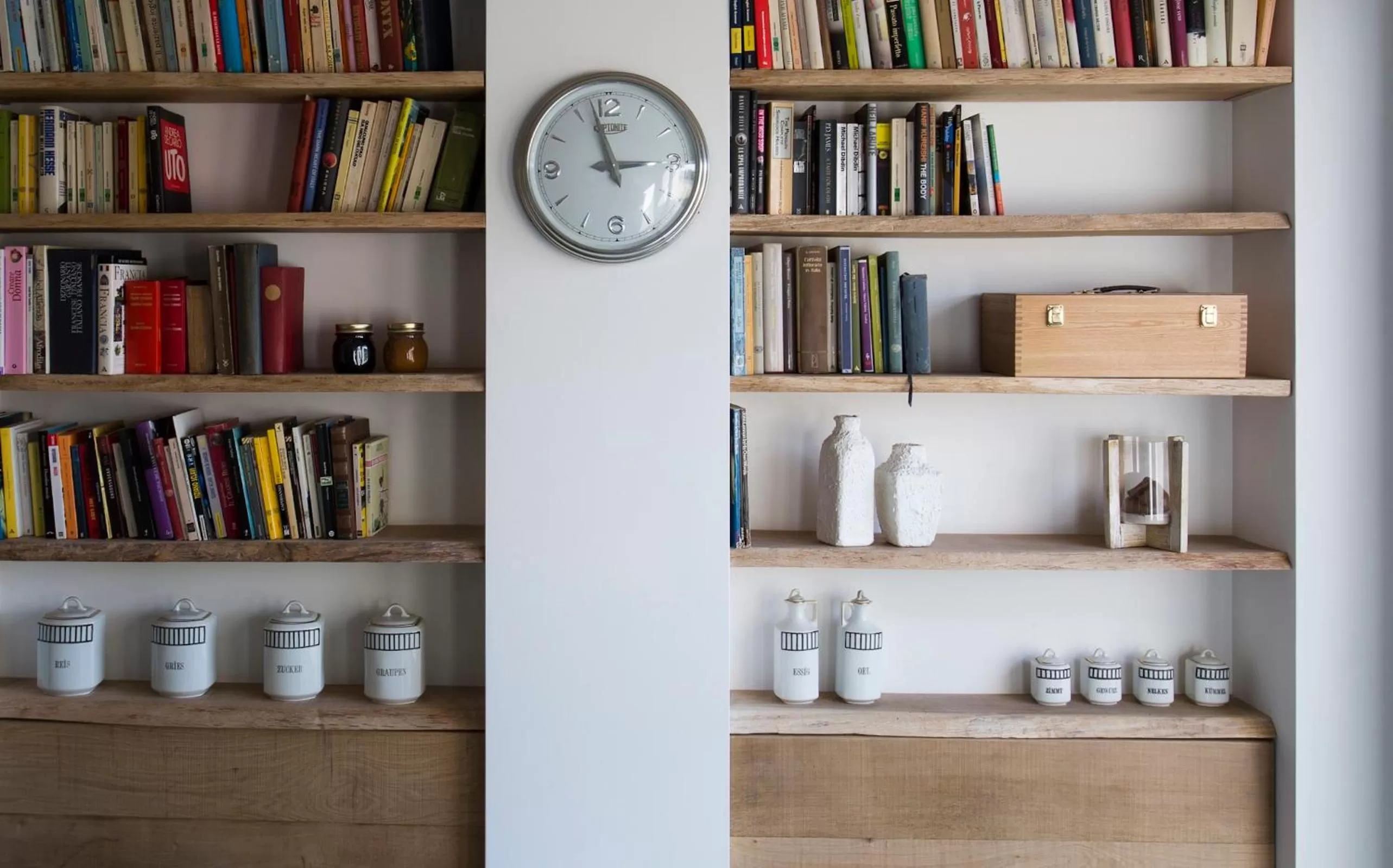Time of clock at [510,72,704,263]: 2:57
